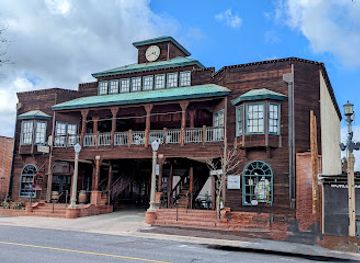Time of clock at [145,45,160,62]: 3:40
